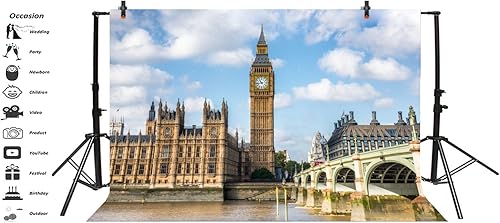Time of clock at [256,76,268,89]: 10:43
